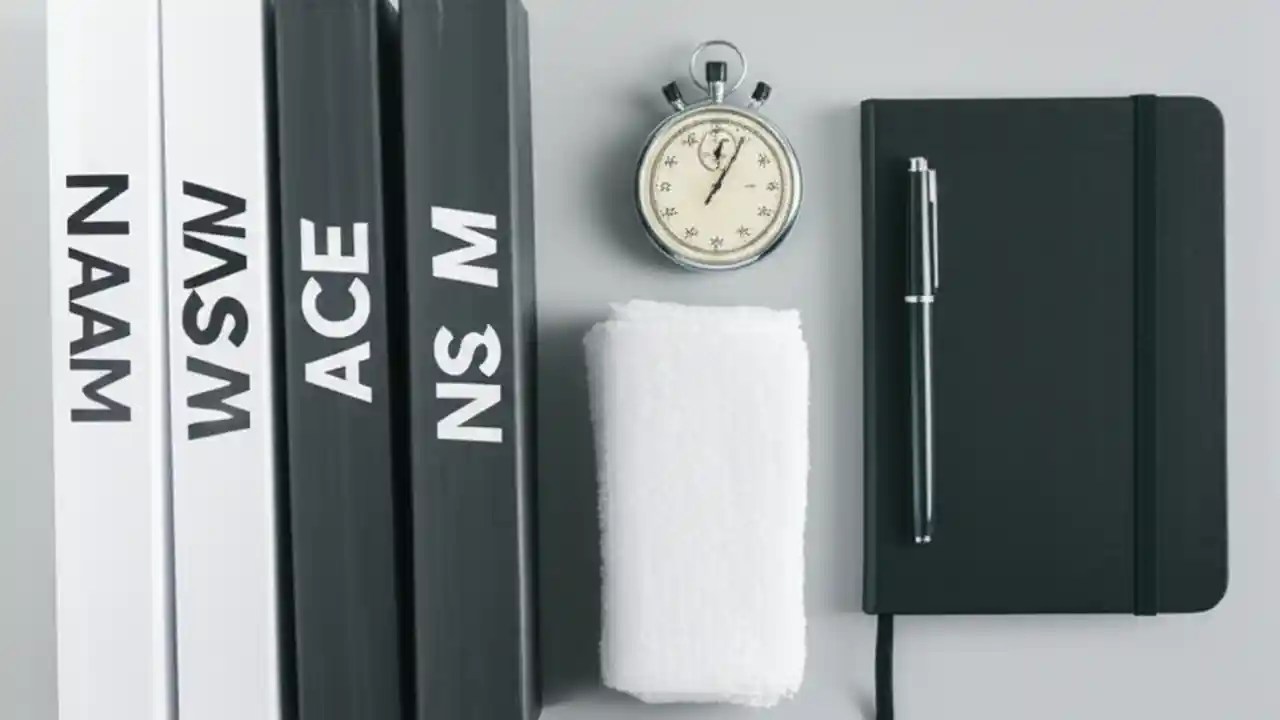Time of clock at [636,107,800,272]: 12:04
